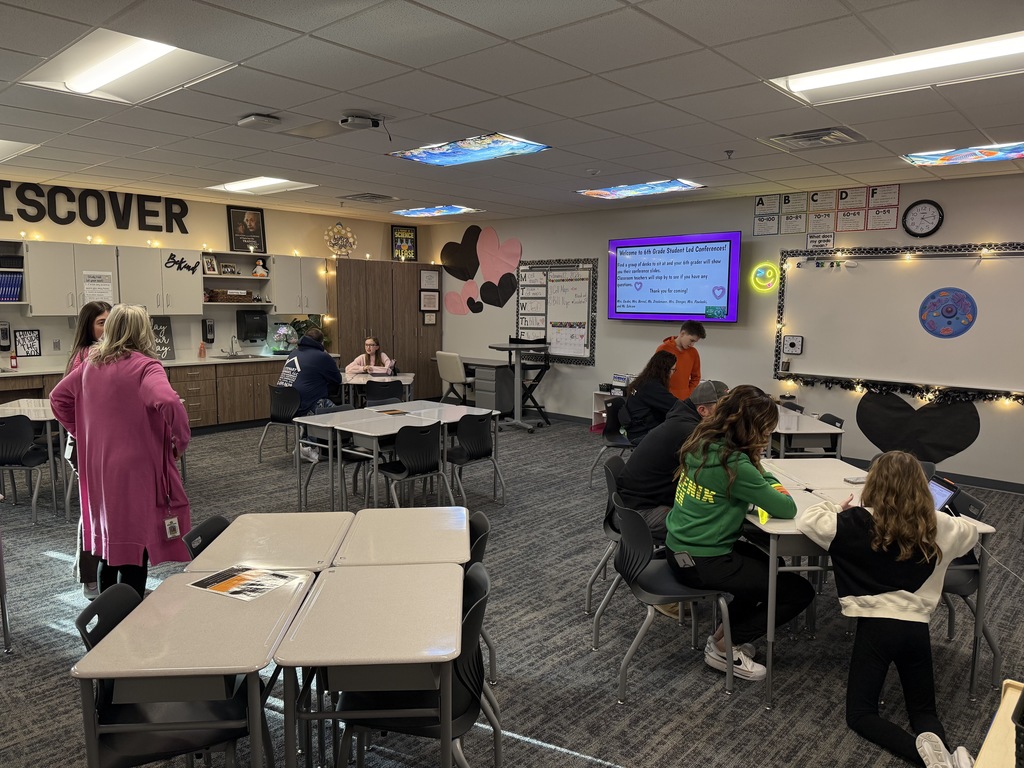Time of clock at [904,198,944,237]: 4:12
